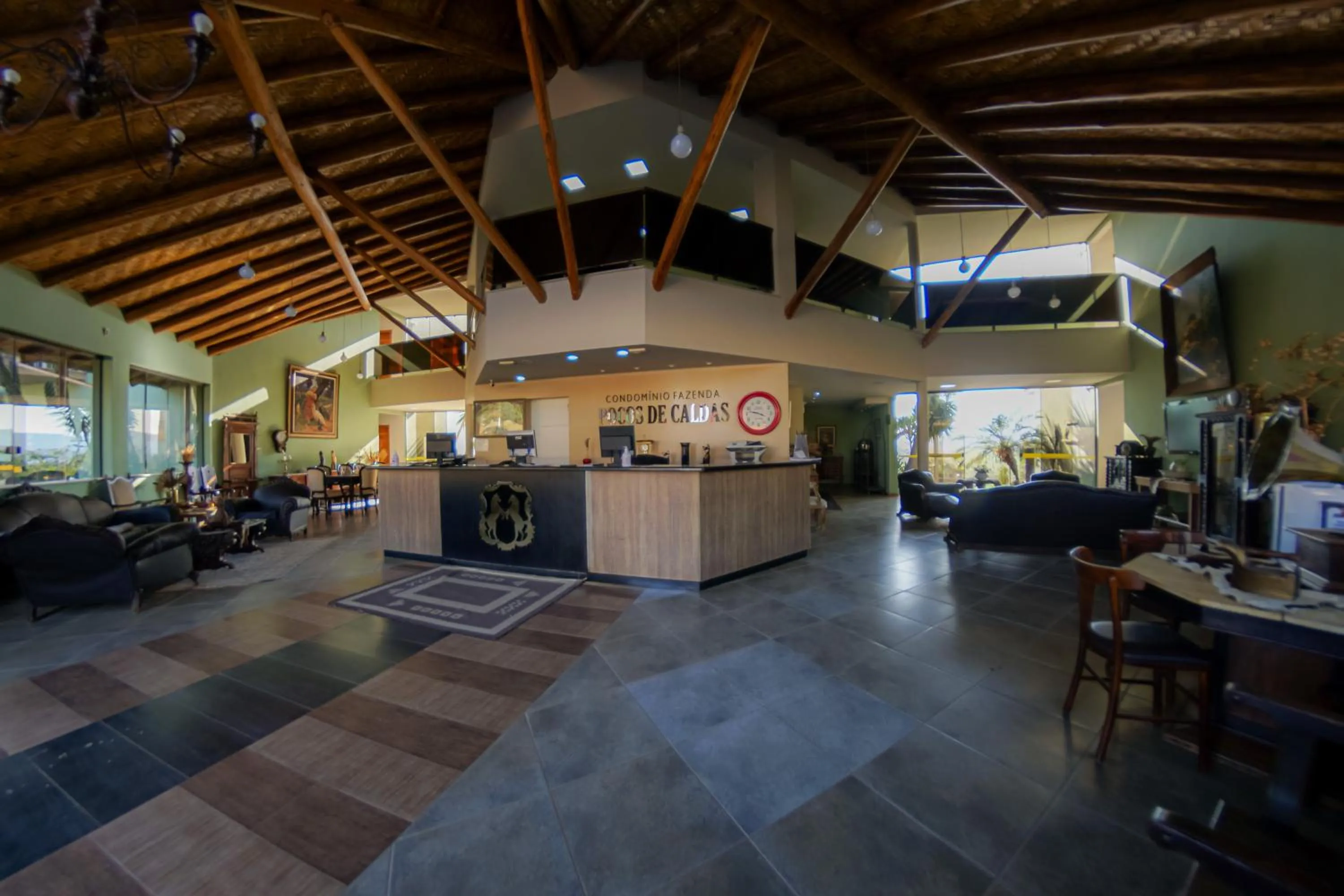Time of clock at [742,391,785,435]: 3:47
